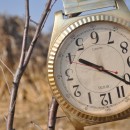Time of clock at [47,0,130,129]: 10:21
